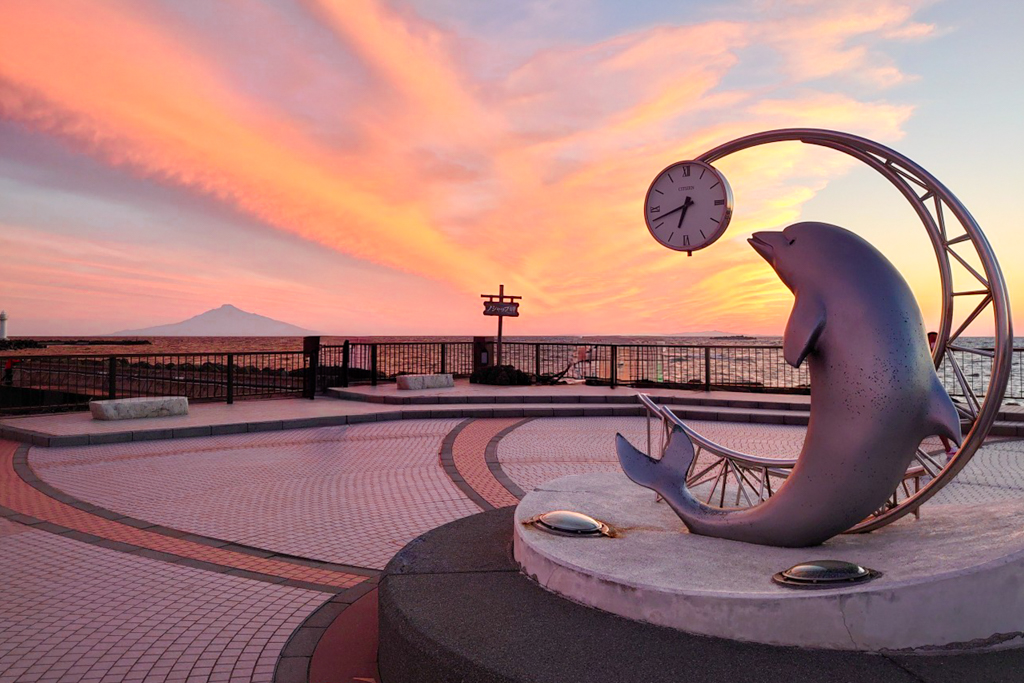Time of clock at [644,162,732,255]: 6:41
